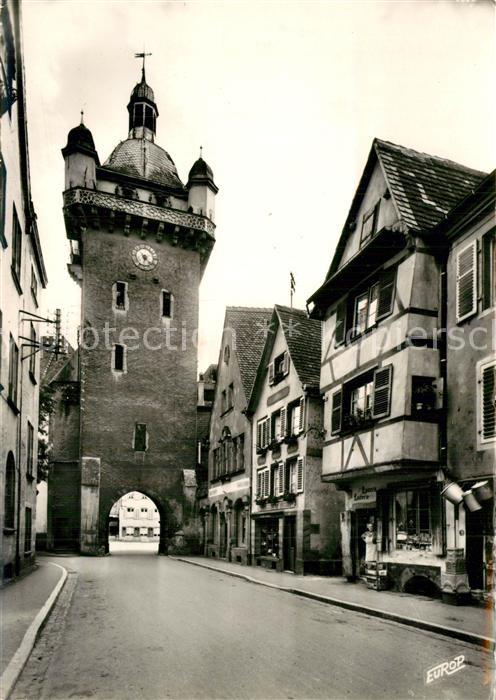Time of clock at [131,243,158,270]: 6:22
